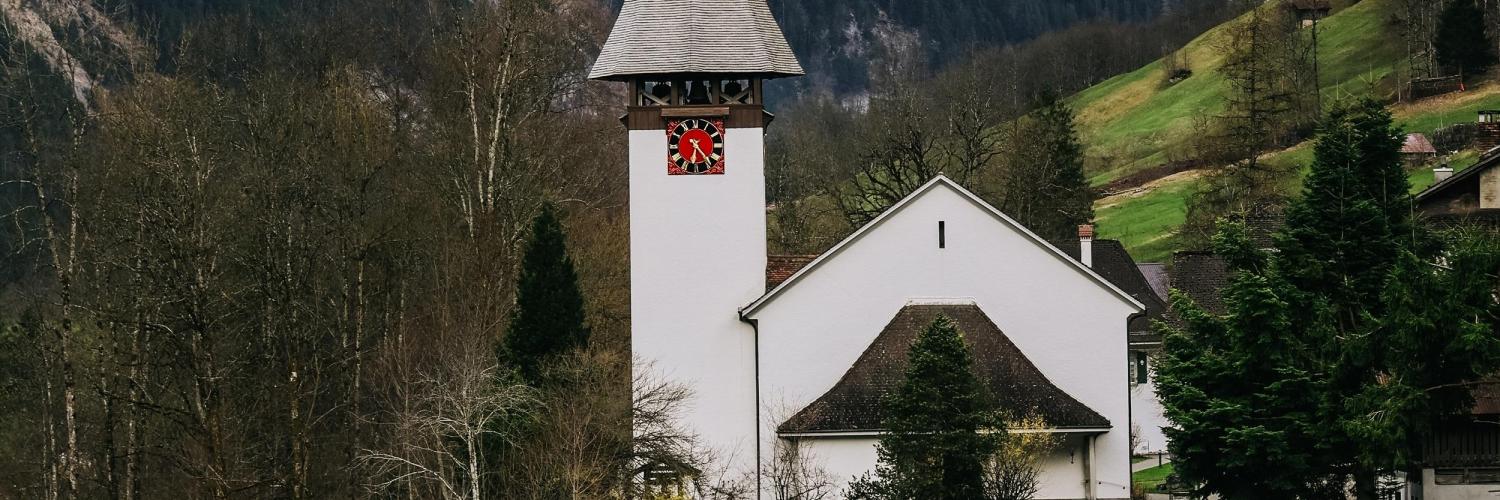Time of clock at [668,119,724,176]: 6:23
